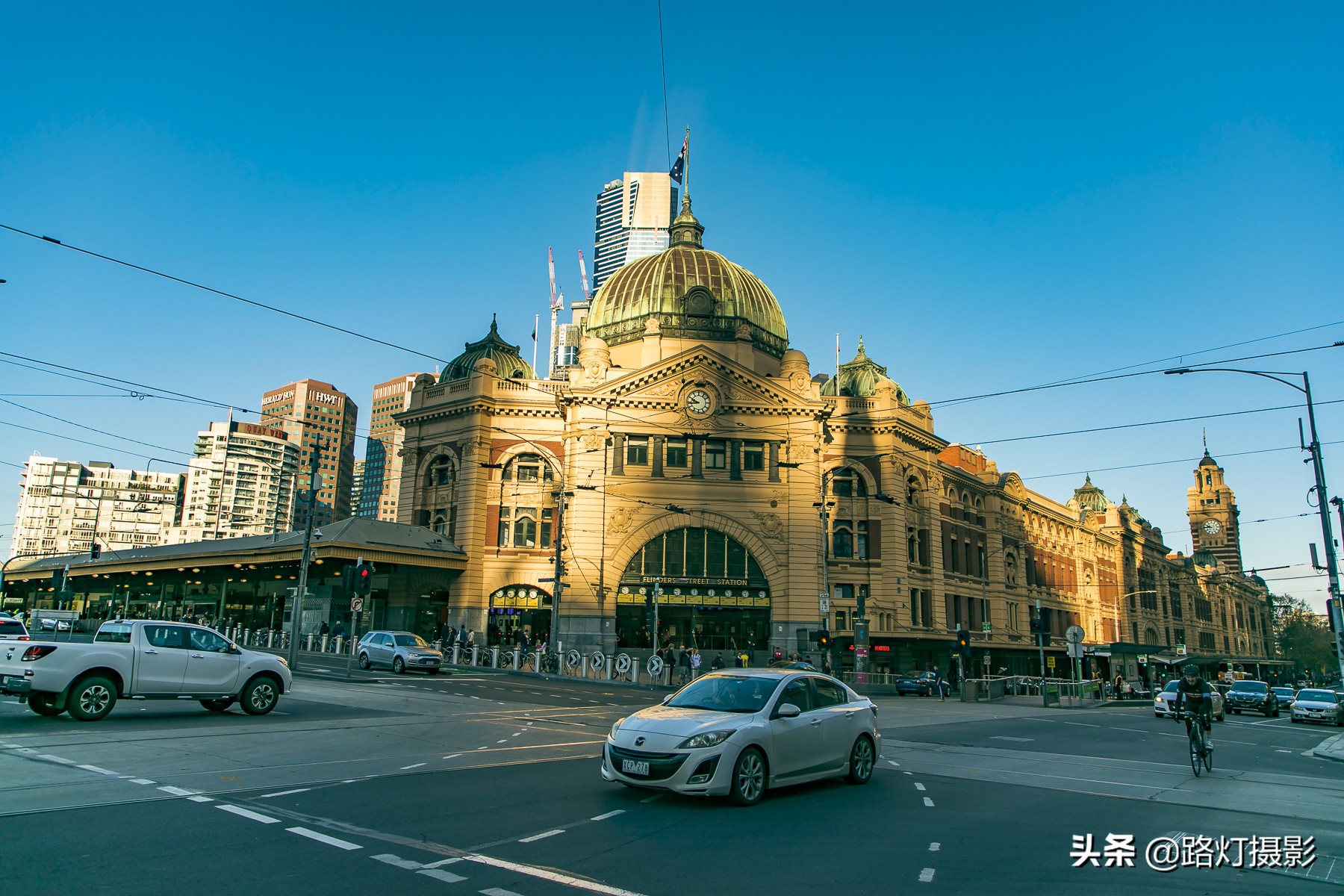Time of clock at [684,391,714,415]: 9:43
